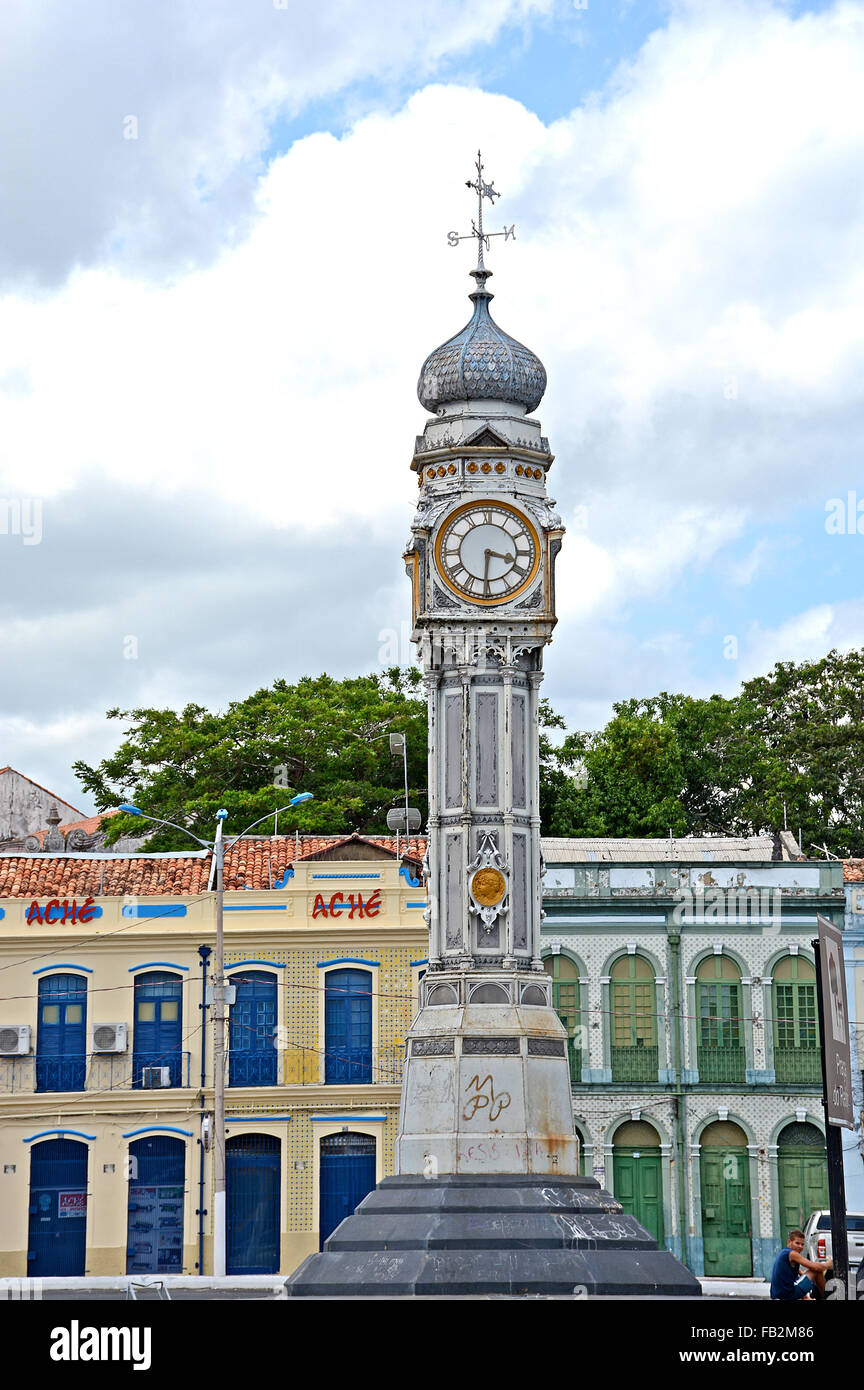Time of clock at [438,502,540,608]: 3:30
